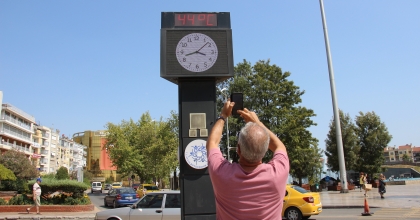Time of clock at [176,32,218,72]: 3:42
